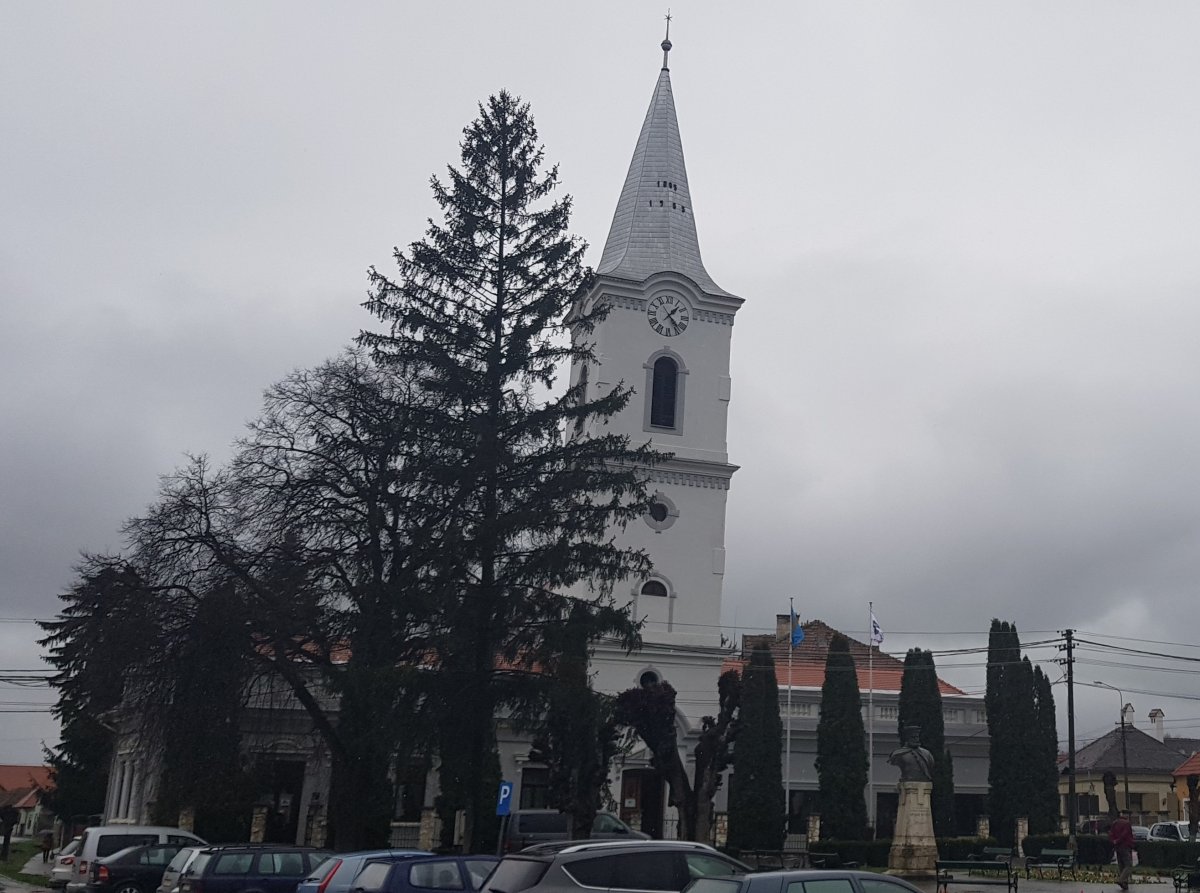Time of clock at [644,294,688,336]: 1:23
